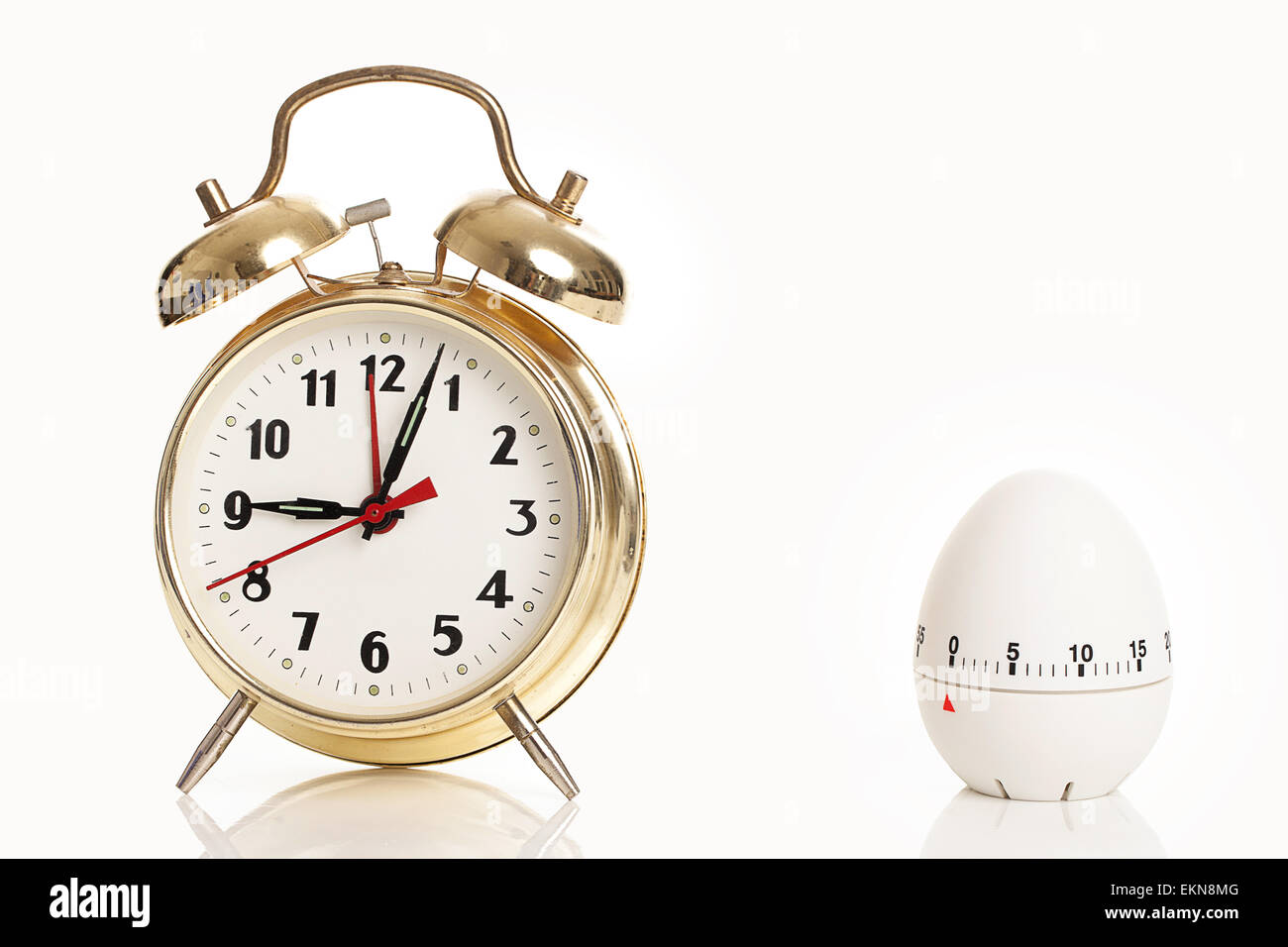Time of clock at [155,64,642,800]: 9:03
